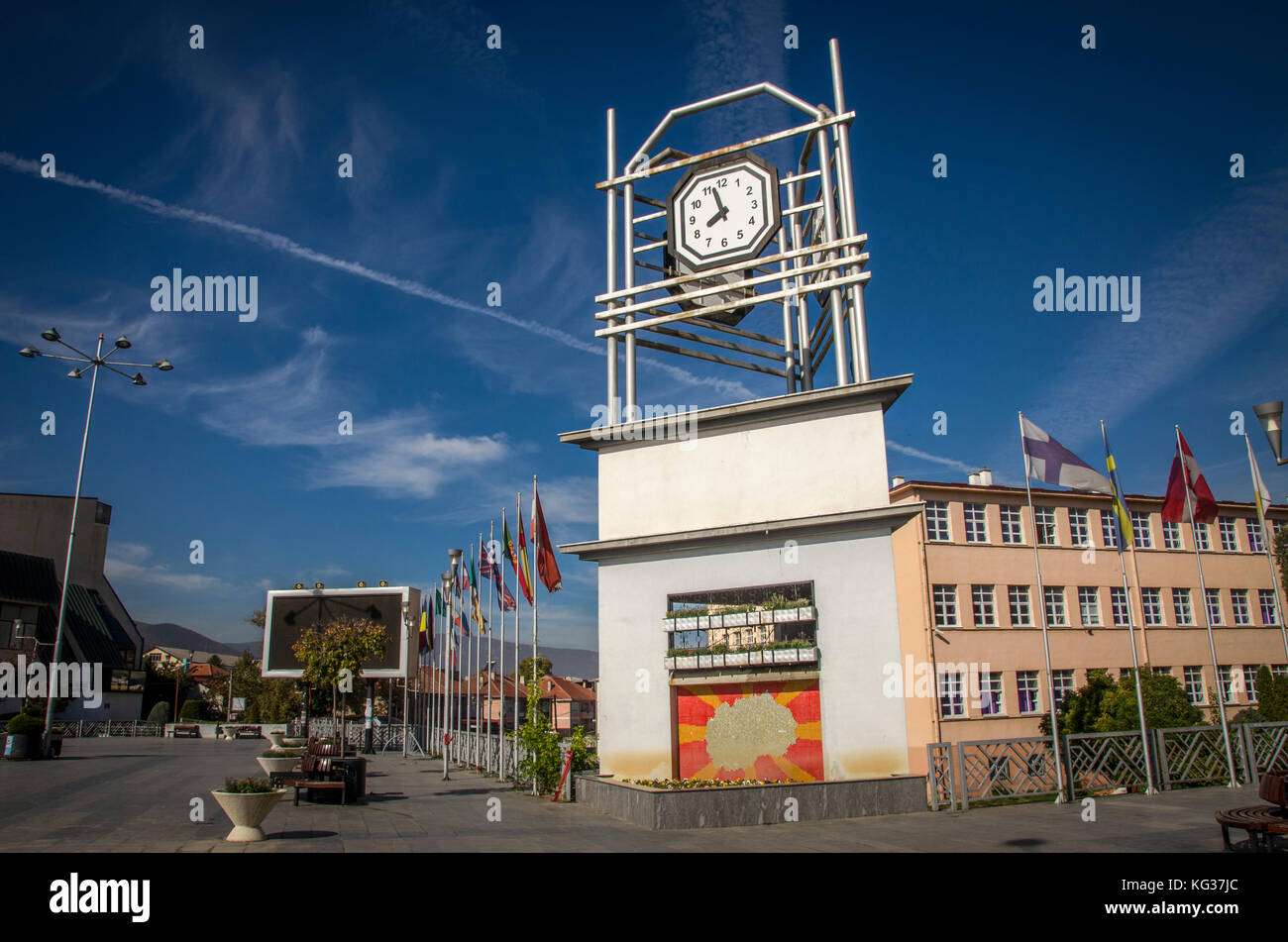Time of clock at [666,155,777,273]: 7:57
